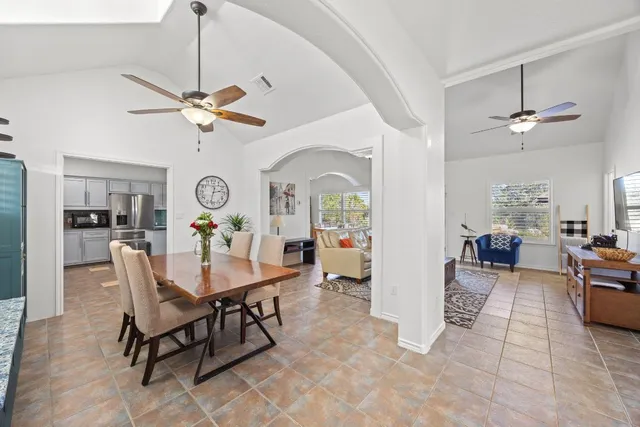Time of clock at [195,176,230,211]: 2:32
